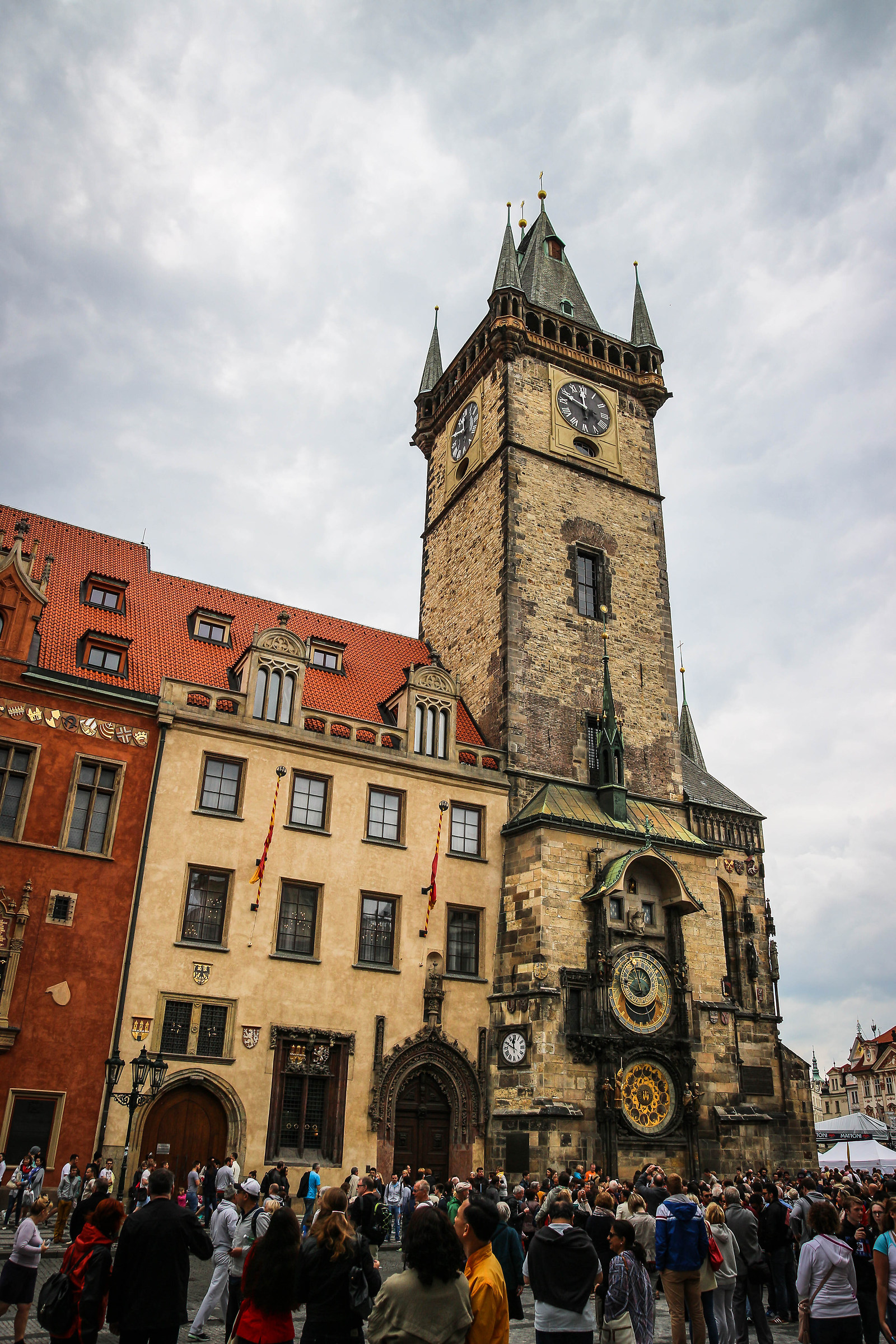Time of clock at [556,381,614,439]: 11:48
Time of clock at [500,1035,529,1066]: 11:49
